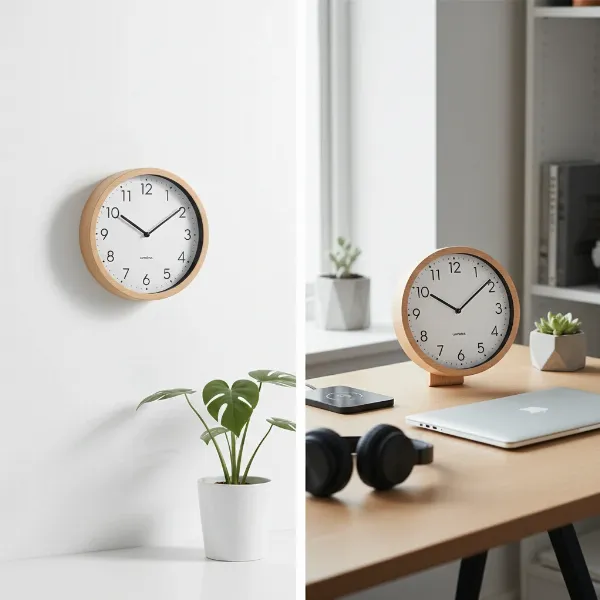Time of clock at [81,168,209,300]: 10:09
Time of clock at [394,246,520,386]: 10:08
